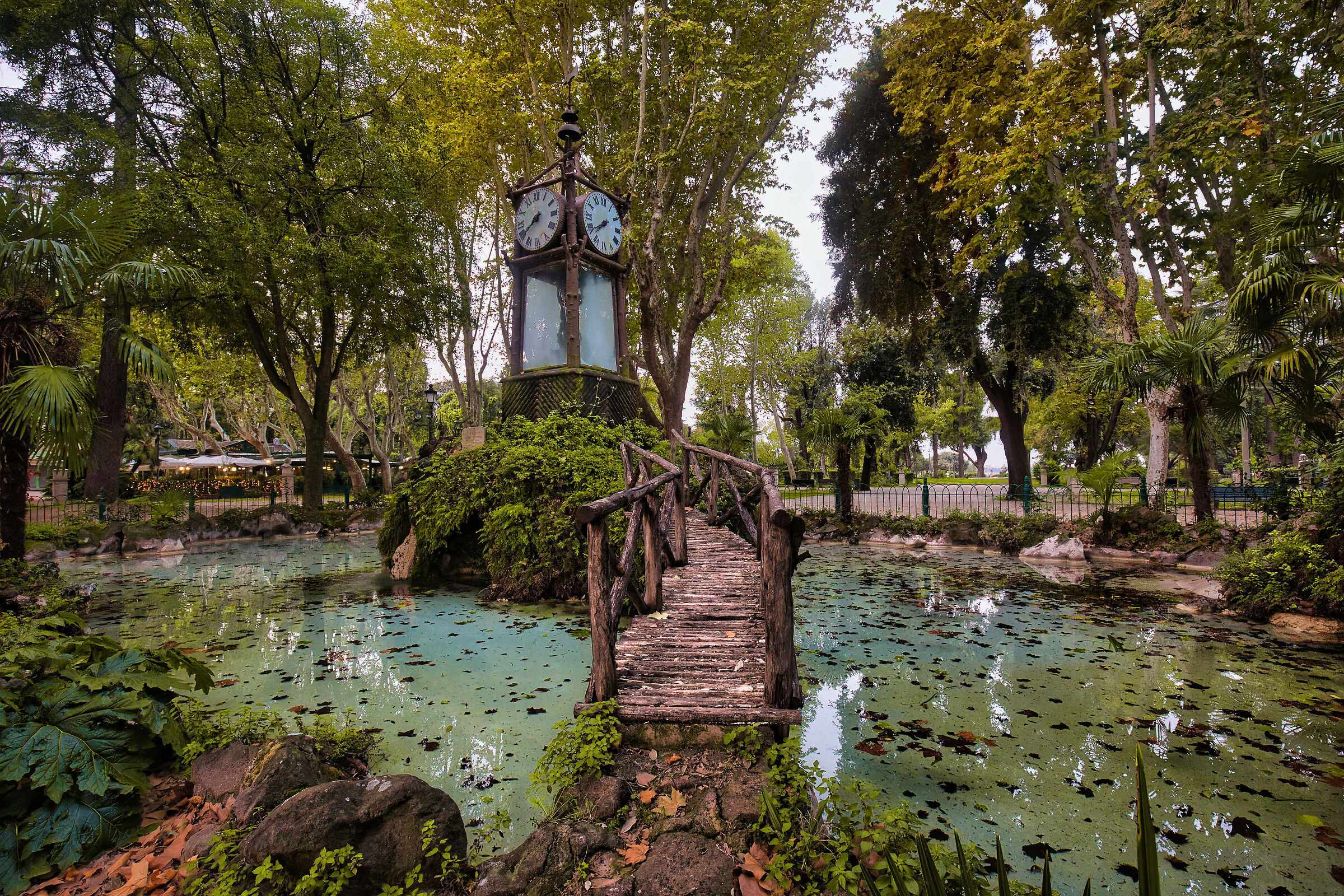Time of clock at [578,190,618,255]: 7:39
